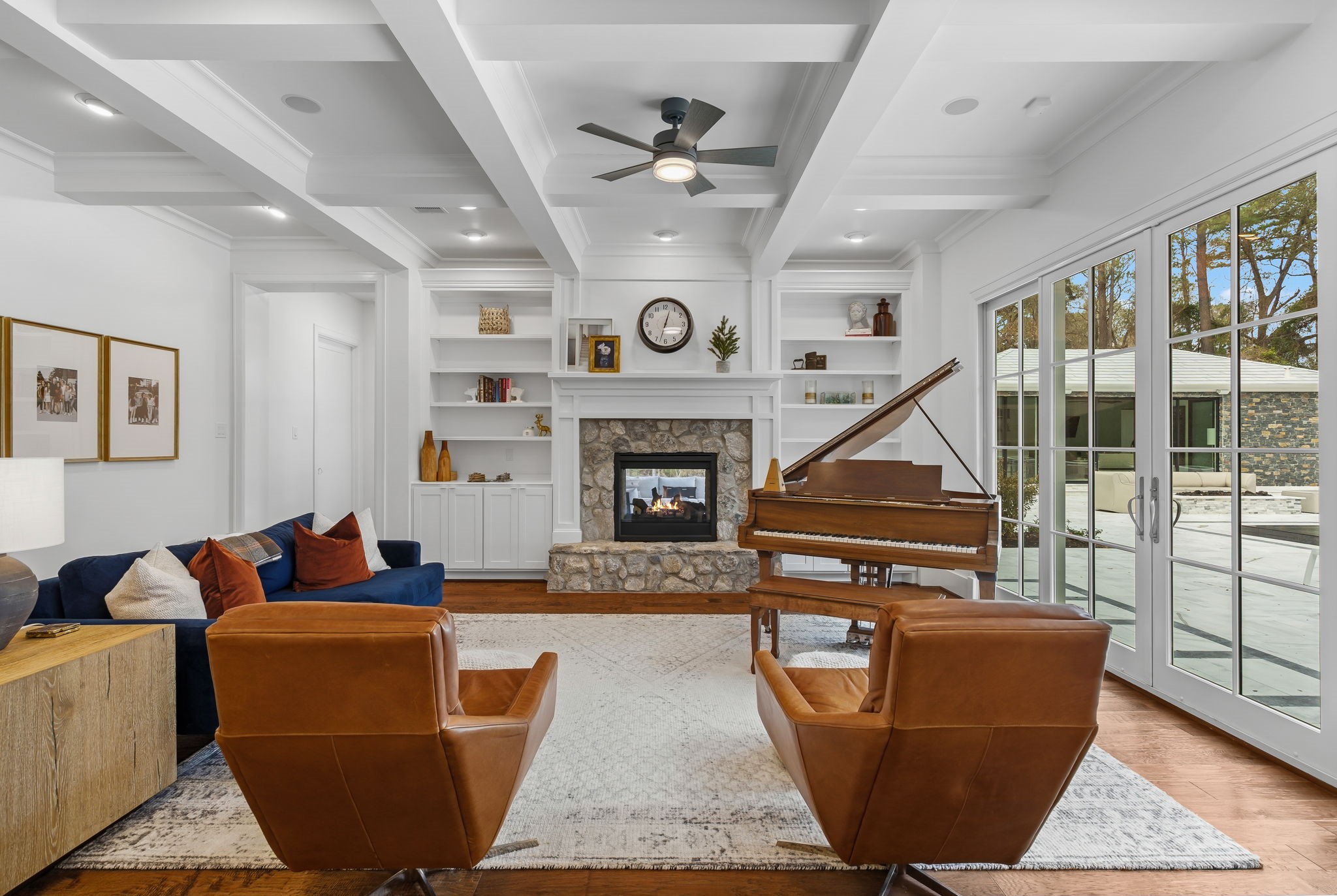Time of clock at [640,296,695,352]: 12:32
